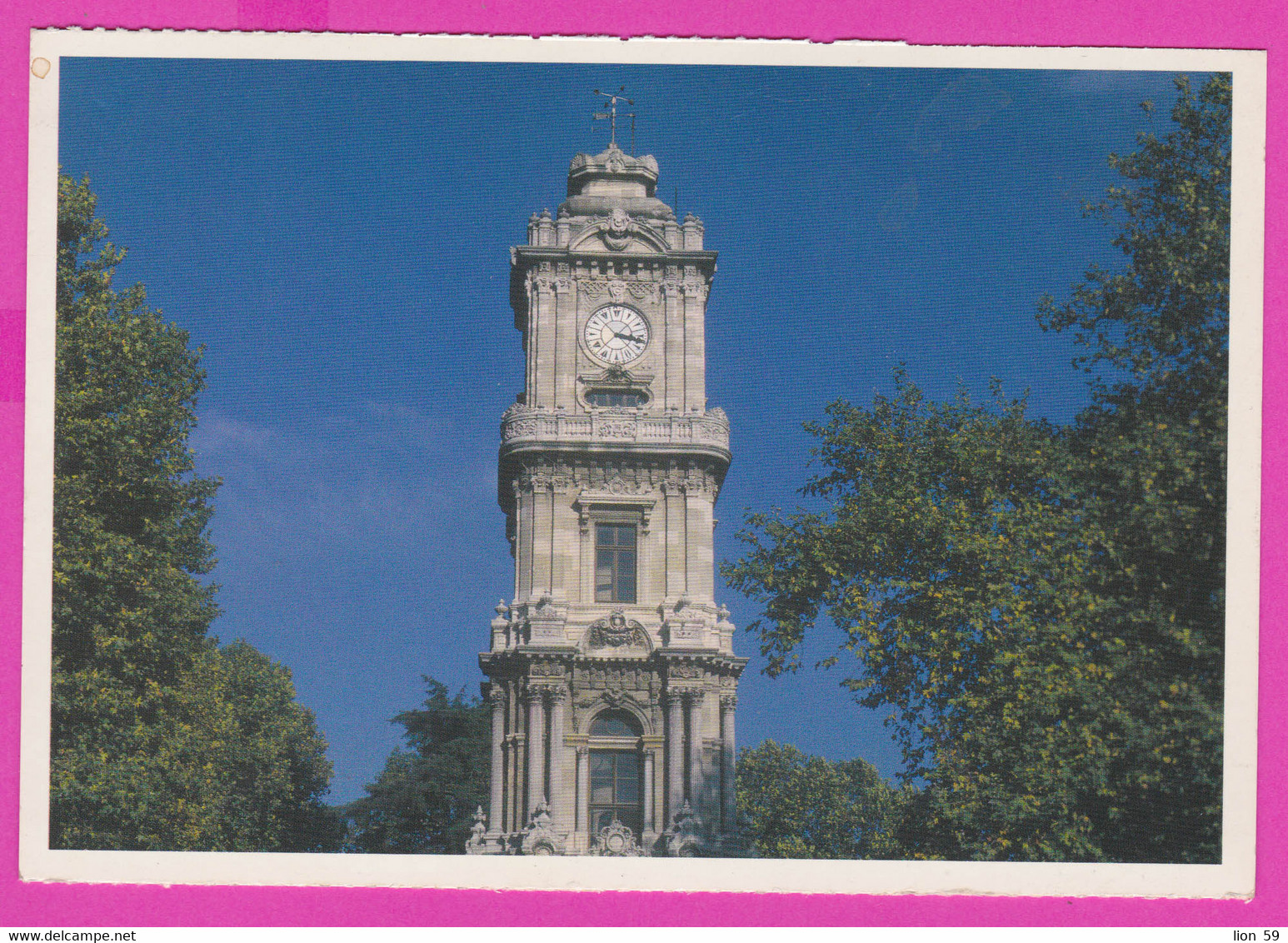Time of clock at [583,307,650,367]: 3:17
